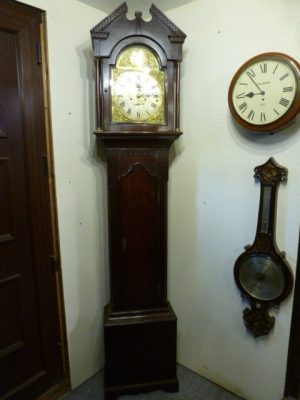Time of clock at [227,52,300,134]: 8:53
